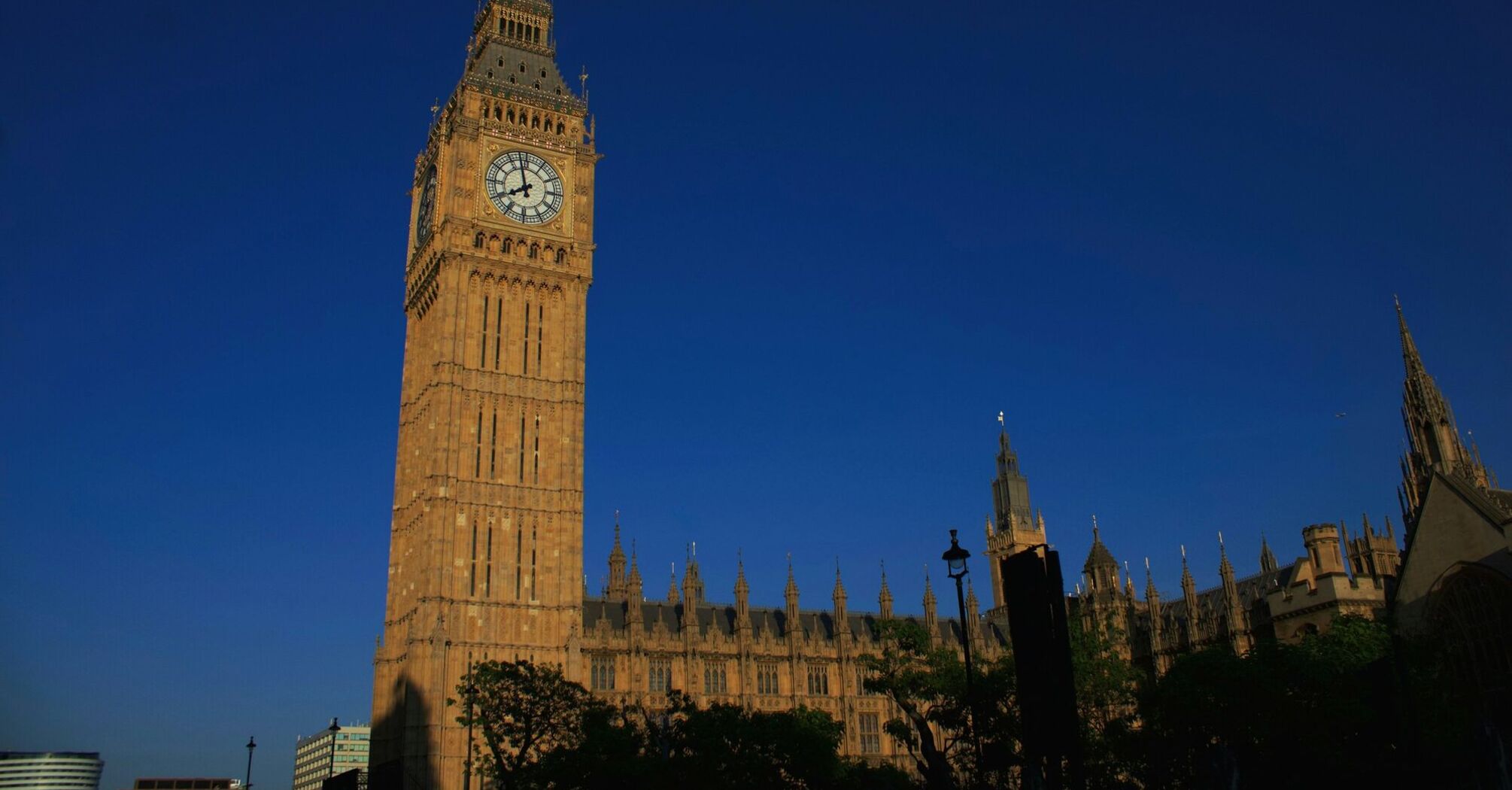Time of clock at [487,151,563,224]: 7:57
